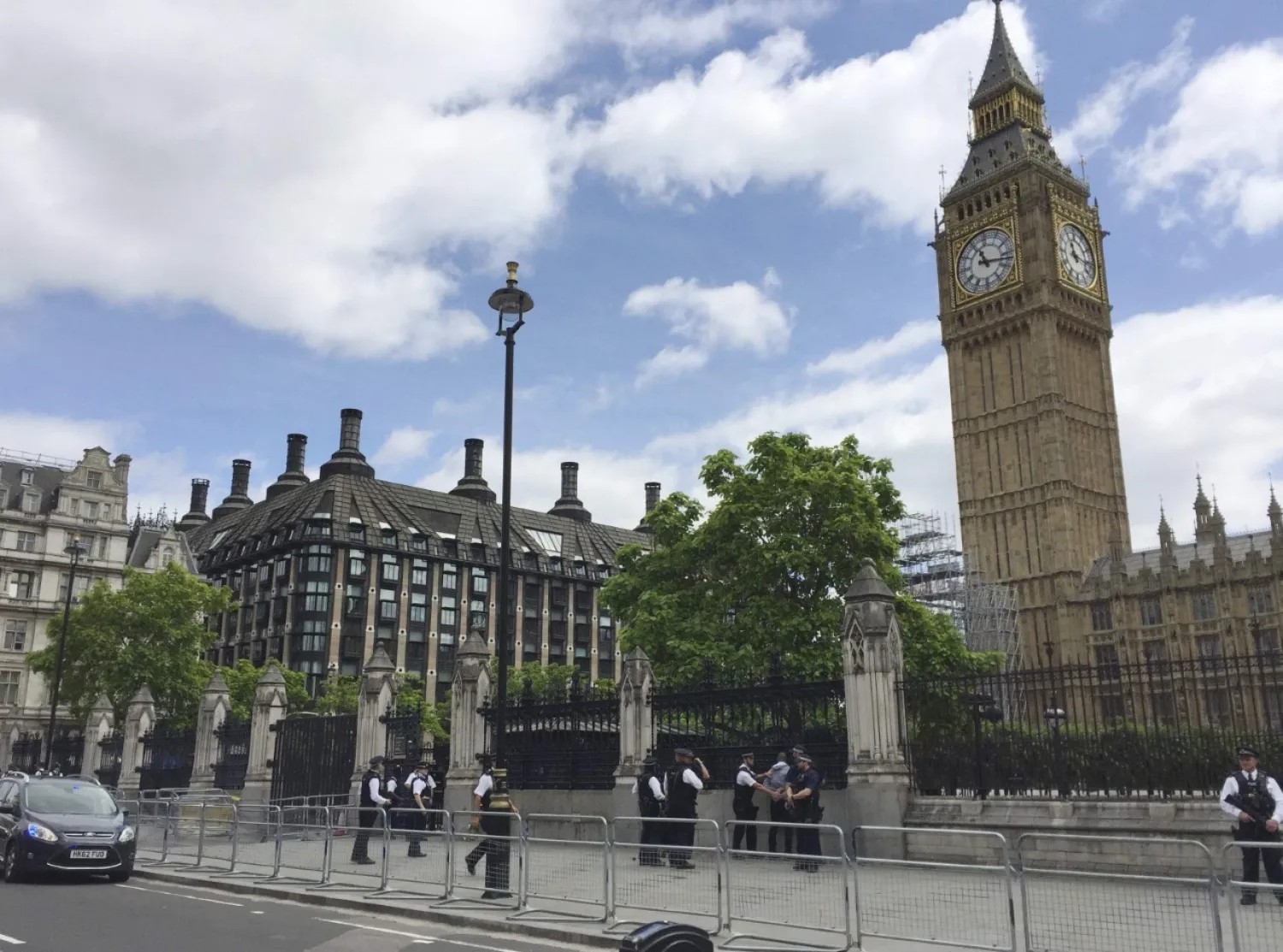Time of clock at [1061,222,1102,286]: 11:16
